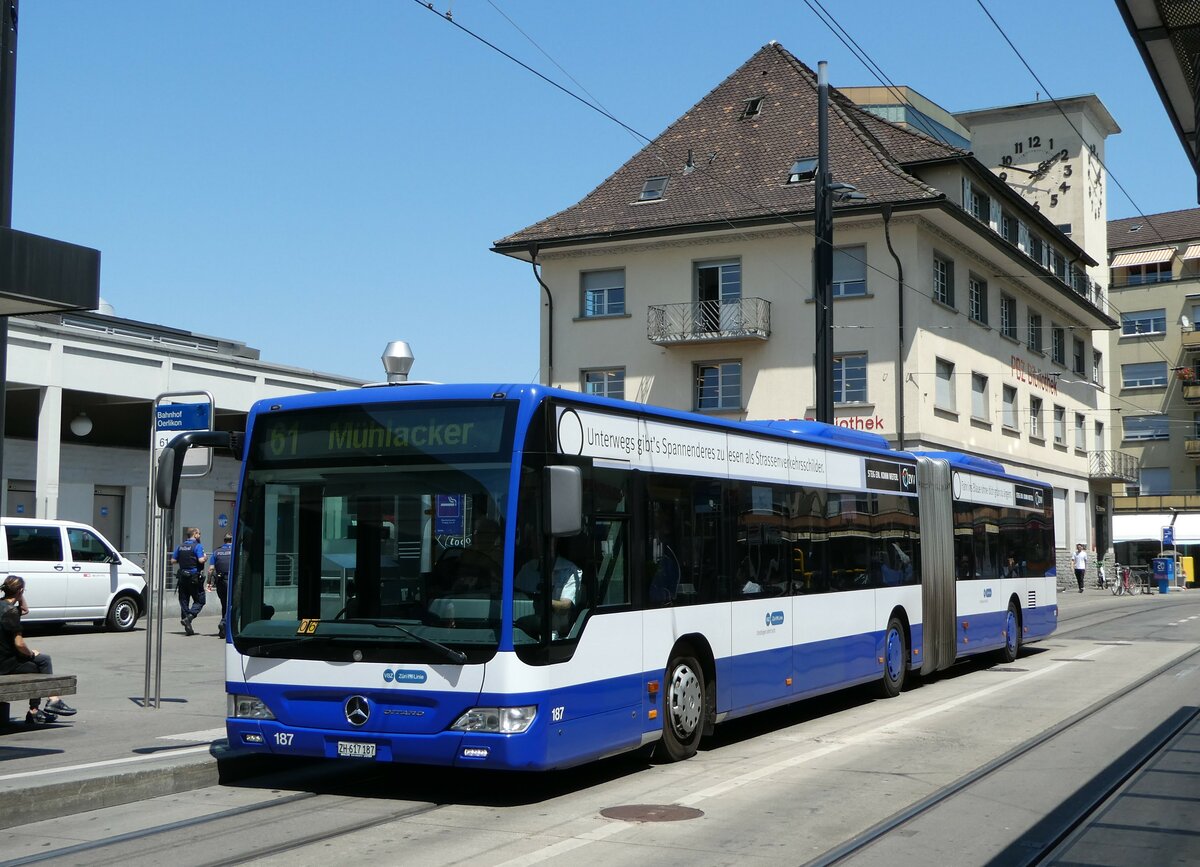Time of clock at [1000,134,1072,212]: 1:48
